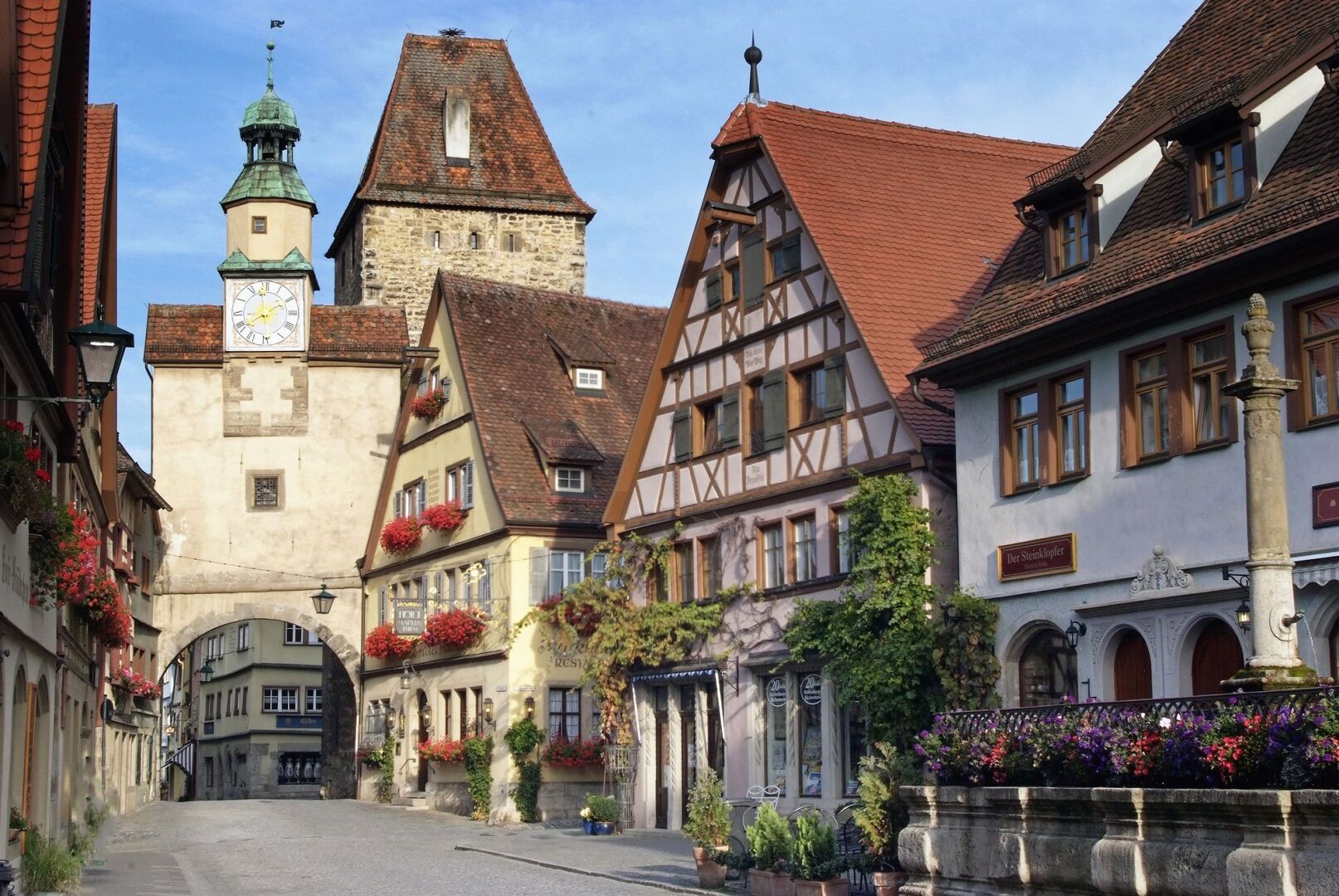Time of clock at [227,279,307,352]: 1:58
